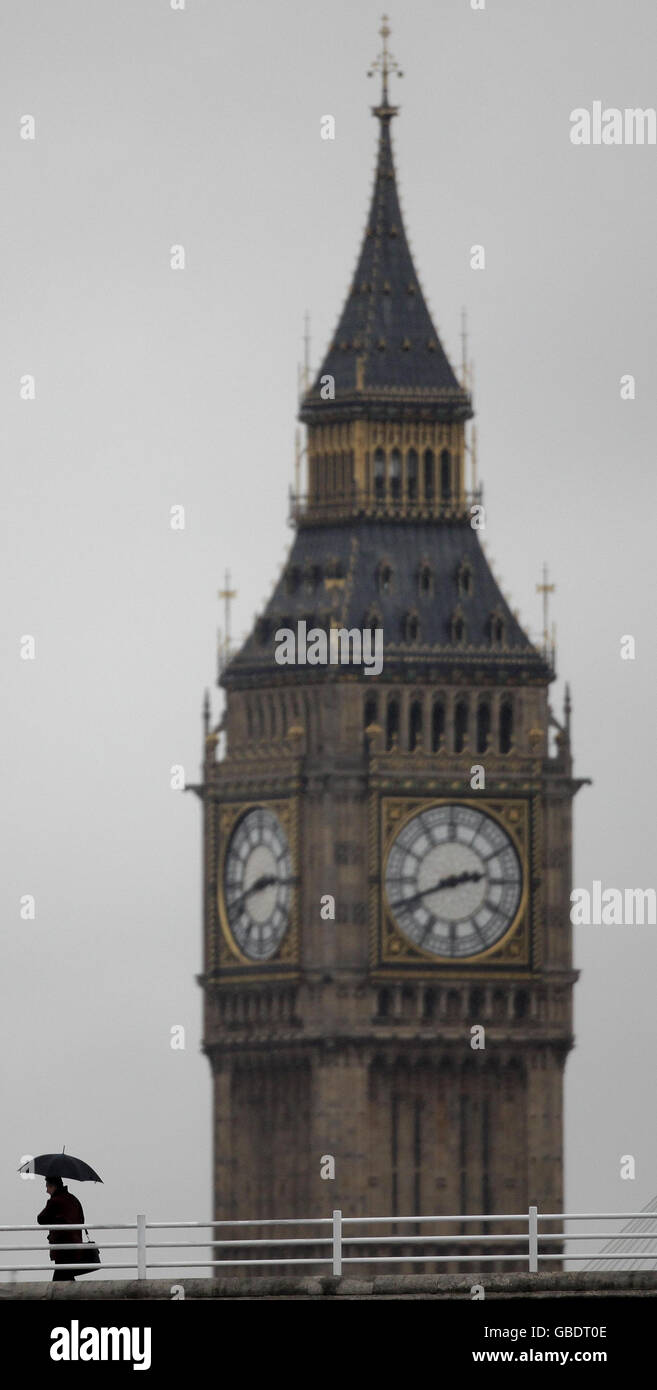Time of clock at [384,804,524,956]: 2:41
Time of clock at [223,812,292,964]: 2:42
